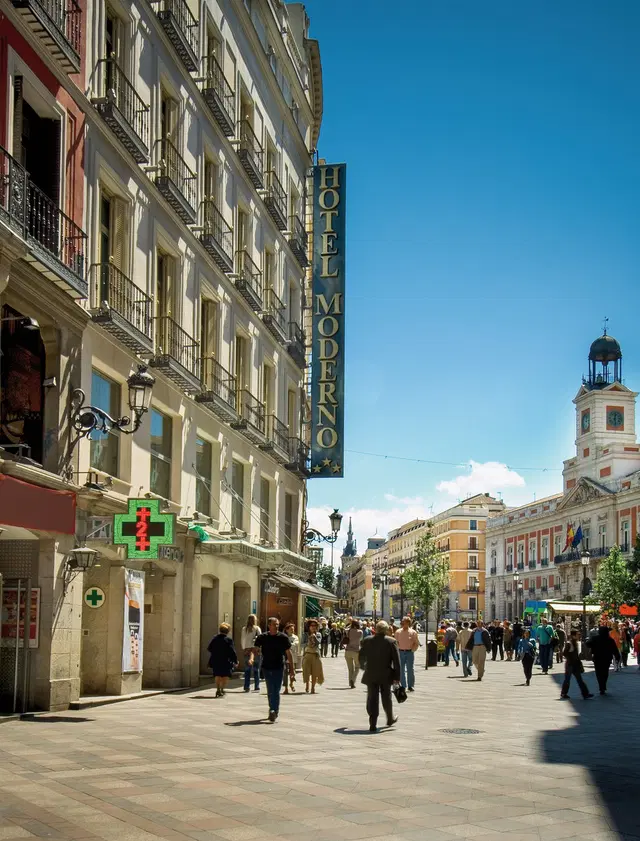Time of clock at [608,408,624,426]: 12:28
